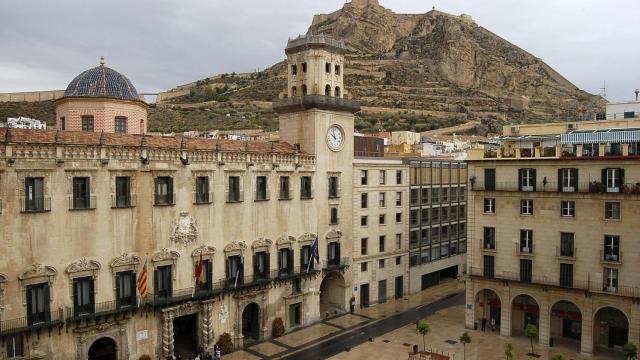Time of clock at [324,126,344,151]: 9:57
